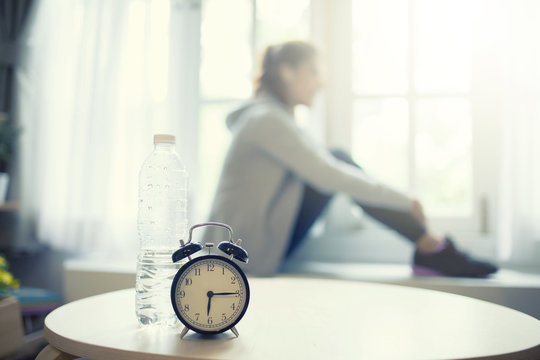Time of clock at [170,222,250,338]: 6:14
